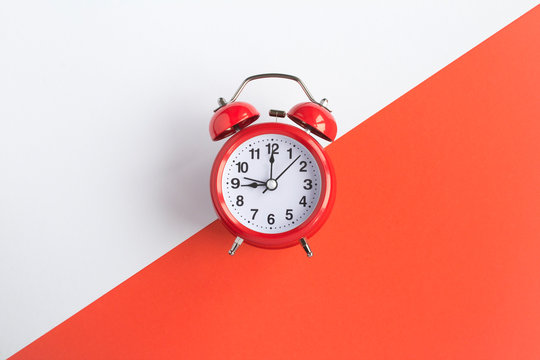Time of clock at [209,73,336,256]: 9:00
